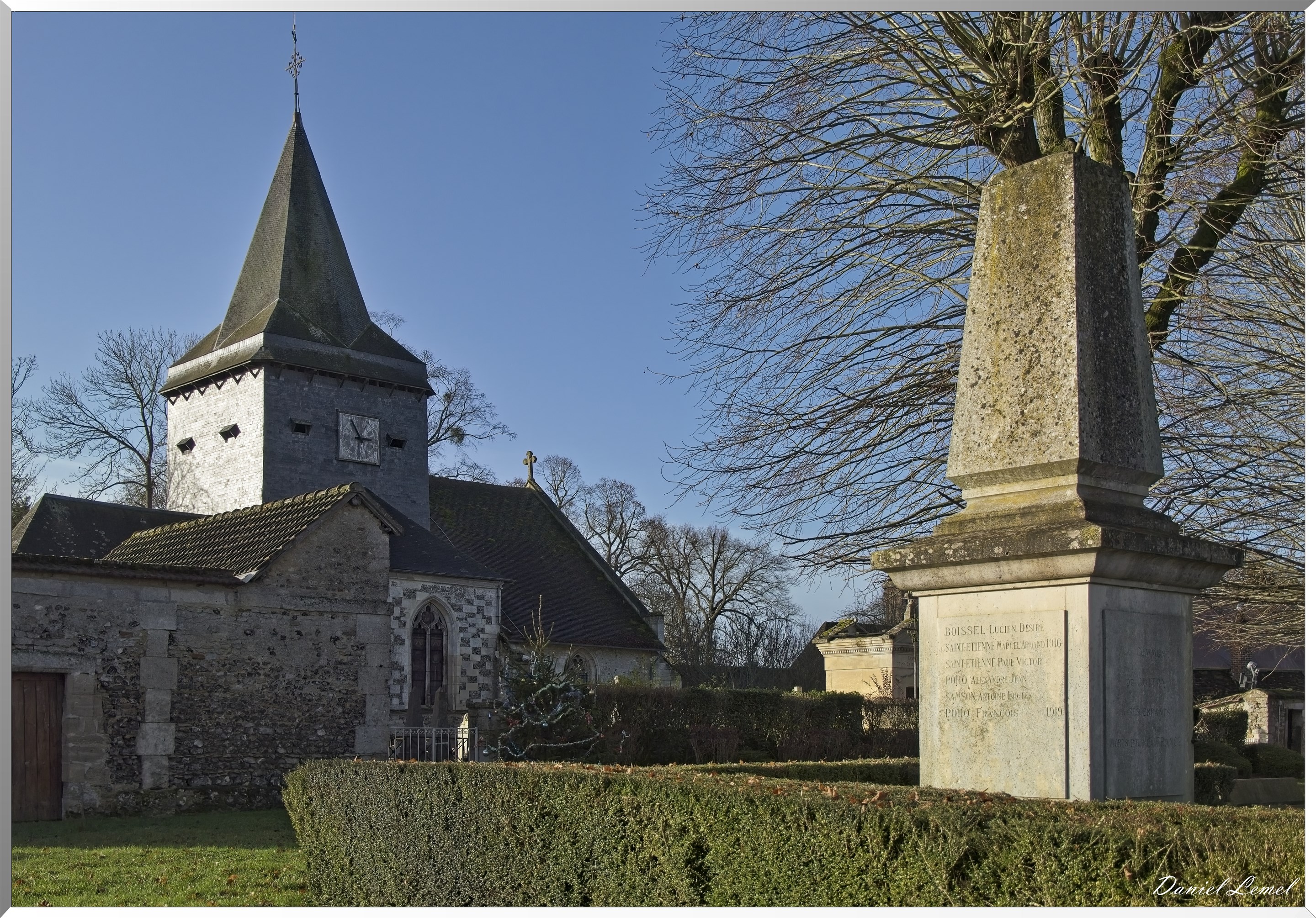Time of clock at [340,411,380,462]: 2:54
